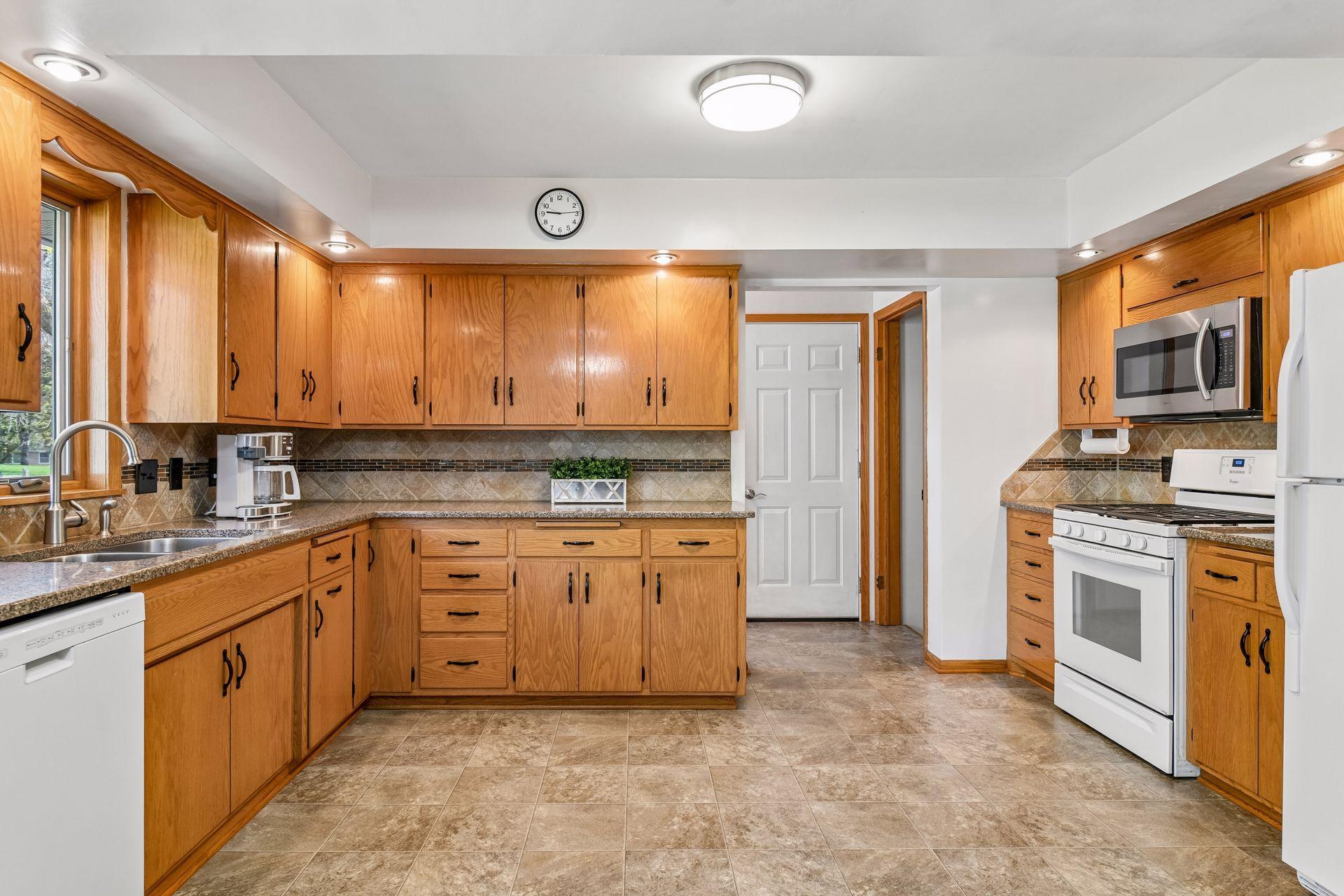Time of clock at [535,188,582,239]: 9:14
